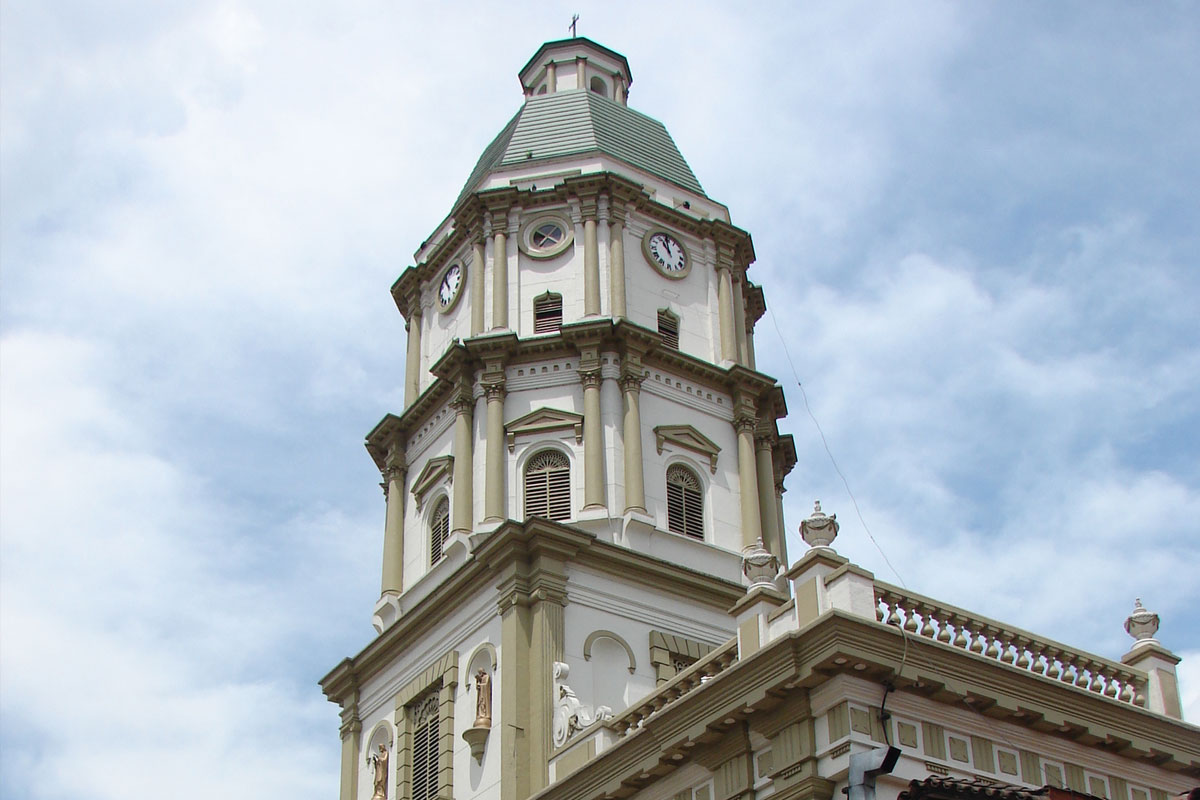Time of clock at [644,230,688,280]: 10:59
